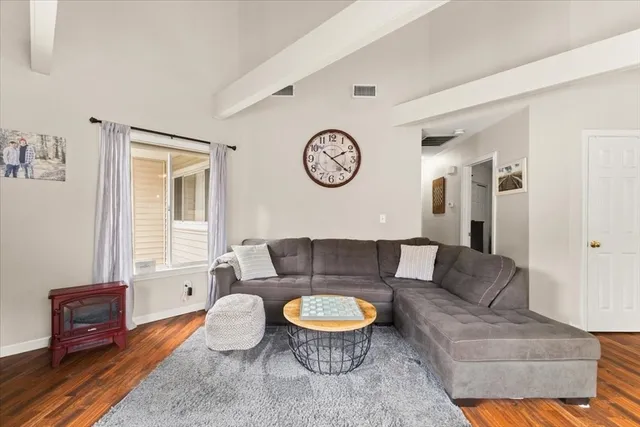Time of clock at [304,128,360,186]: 2:21
